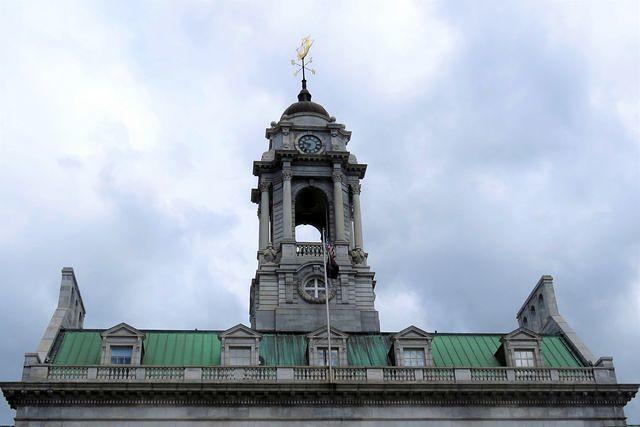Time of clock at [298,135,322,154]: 9:36
